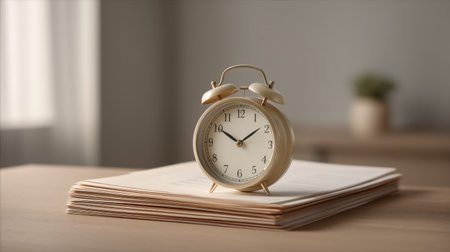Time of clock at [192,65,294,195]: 1:50
